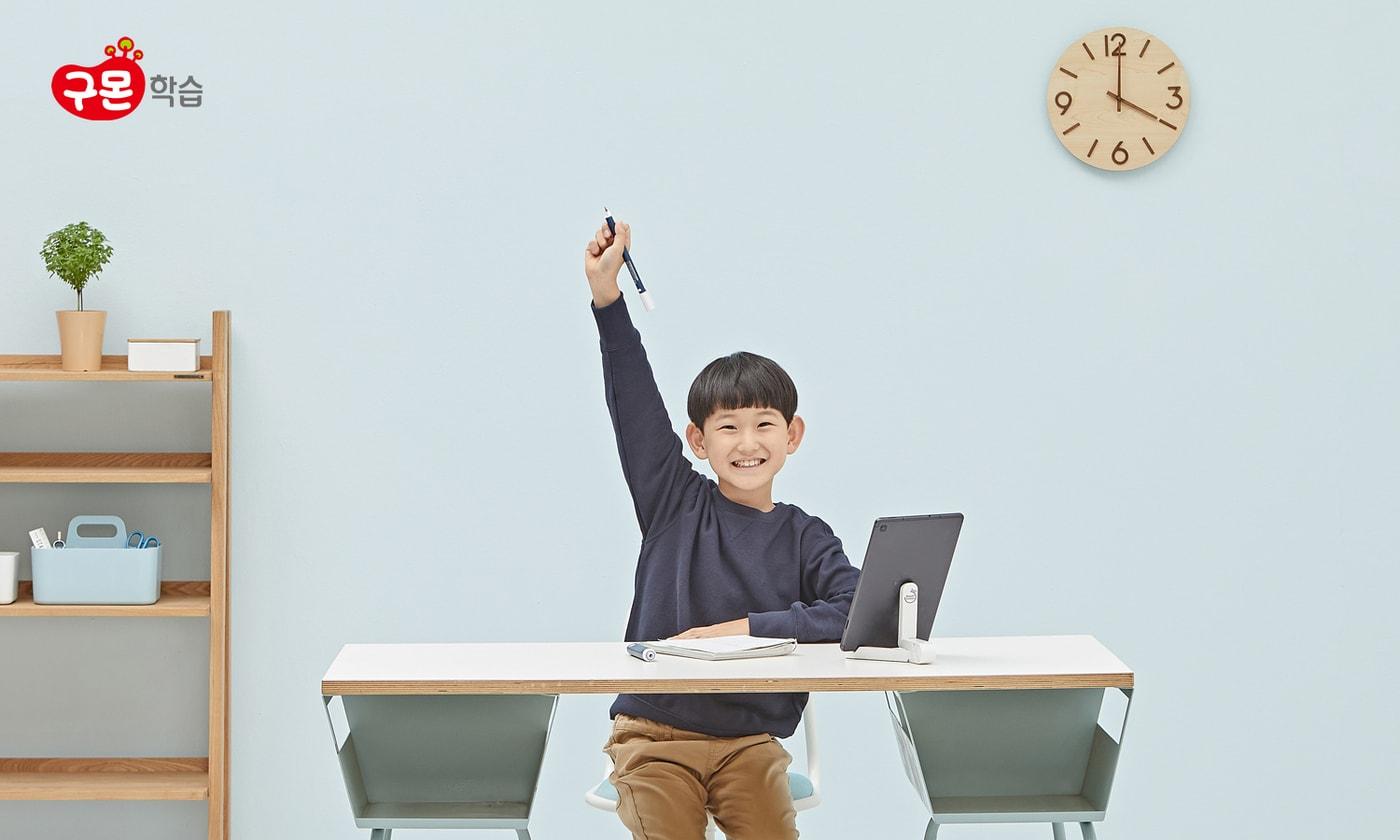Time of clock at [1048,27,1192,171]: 4:00
